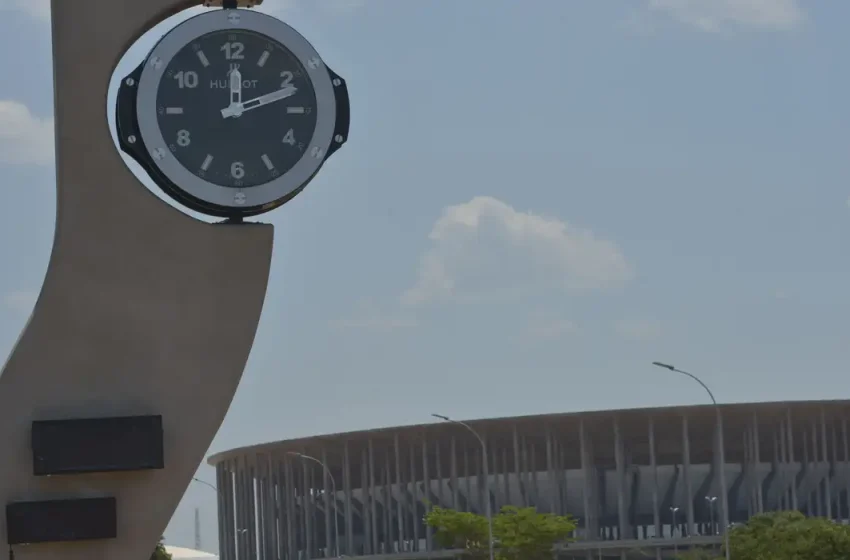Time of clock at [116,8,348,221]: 12:11
